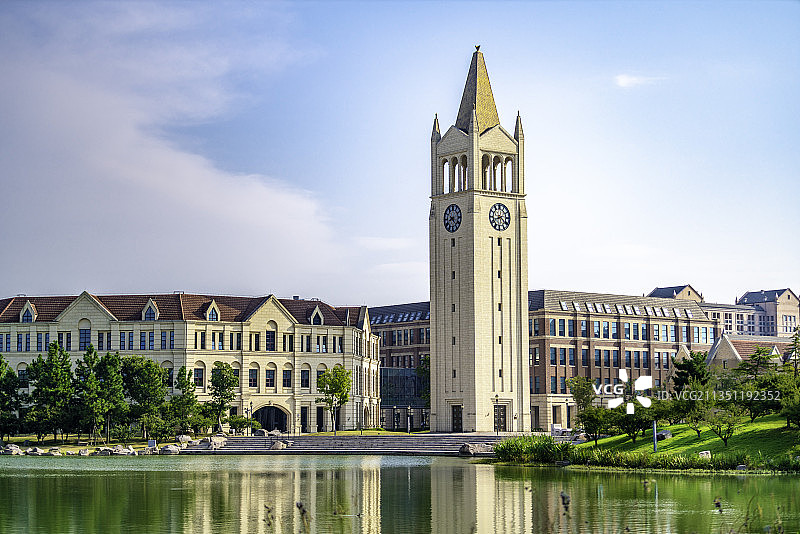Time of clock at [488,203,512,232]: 8:21
